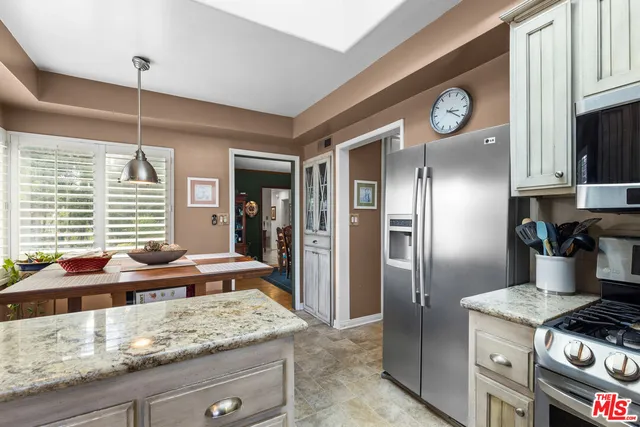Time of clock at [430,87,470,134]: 3:21
